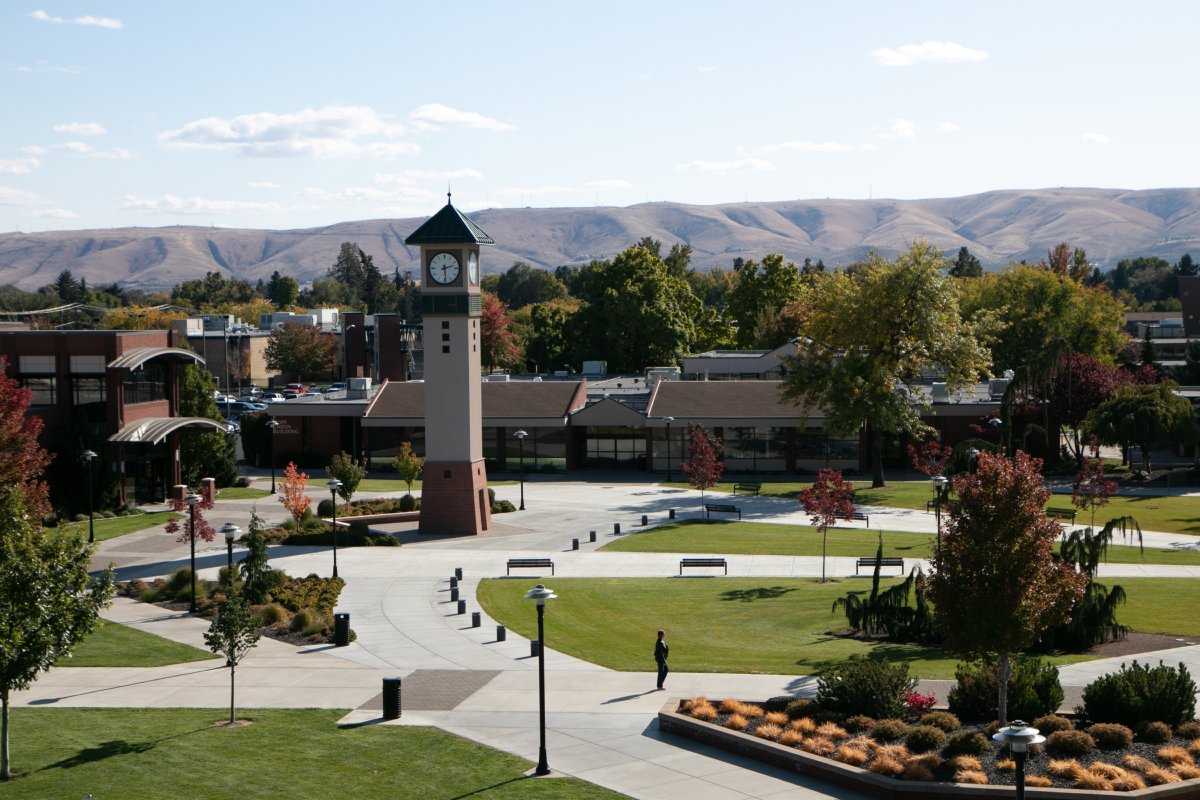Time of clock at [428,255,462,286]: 2:29
